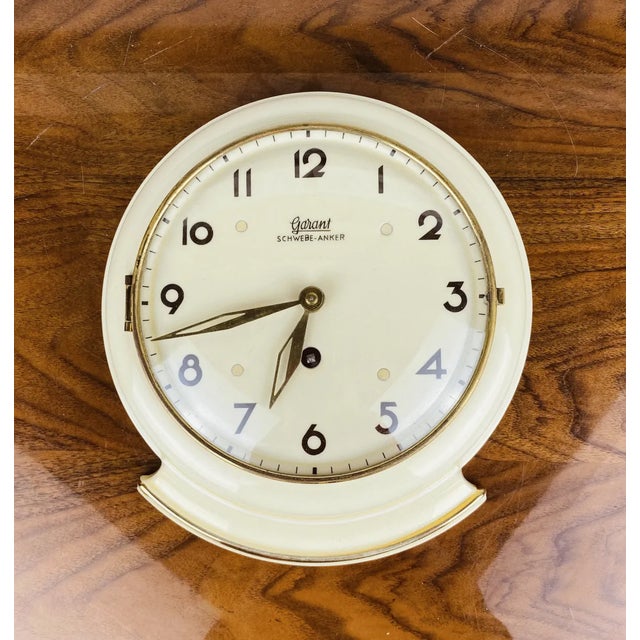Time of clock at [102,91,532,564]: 6:42
